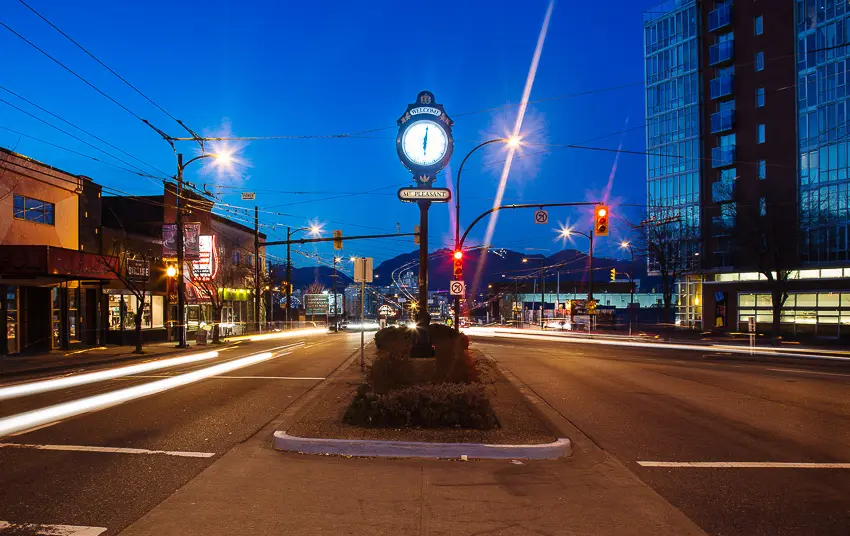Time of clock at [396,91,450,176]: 6:01
